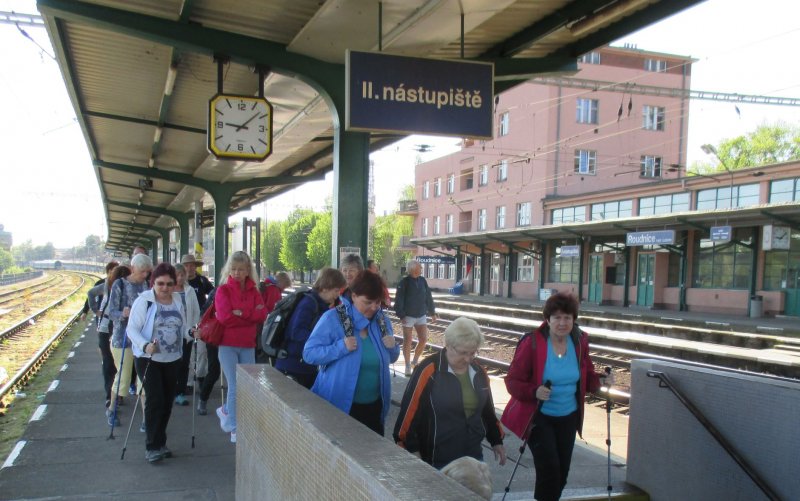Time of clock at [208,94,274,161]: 9:08
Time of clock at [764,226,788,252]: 9:07
